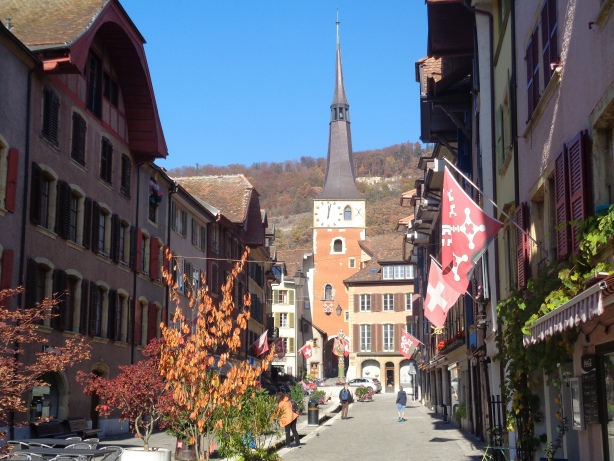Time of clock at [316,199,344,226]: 12:02
